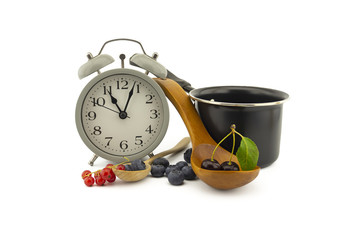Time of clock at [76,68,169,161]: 11:03
